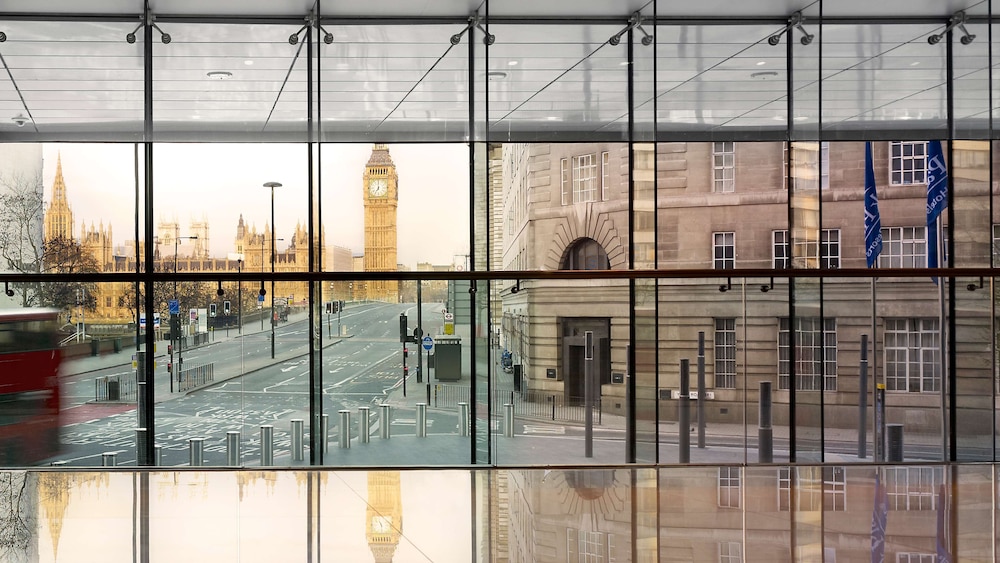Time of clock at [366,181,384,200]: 7:00
